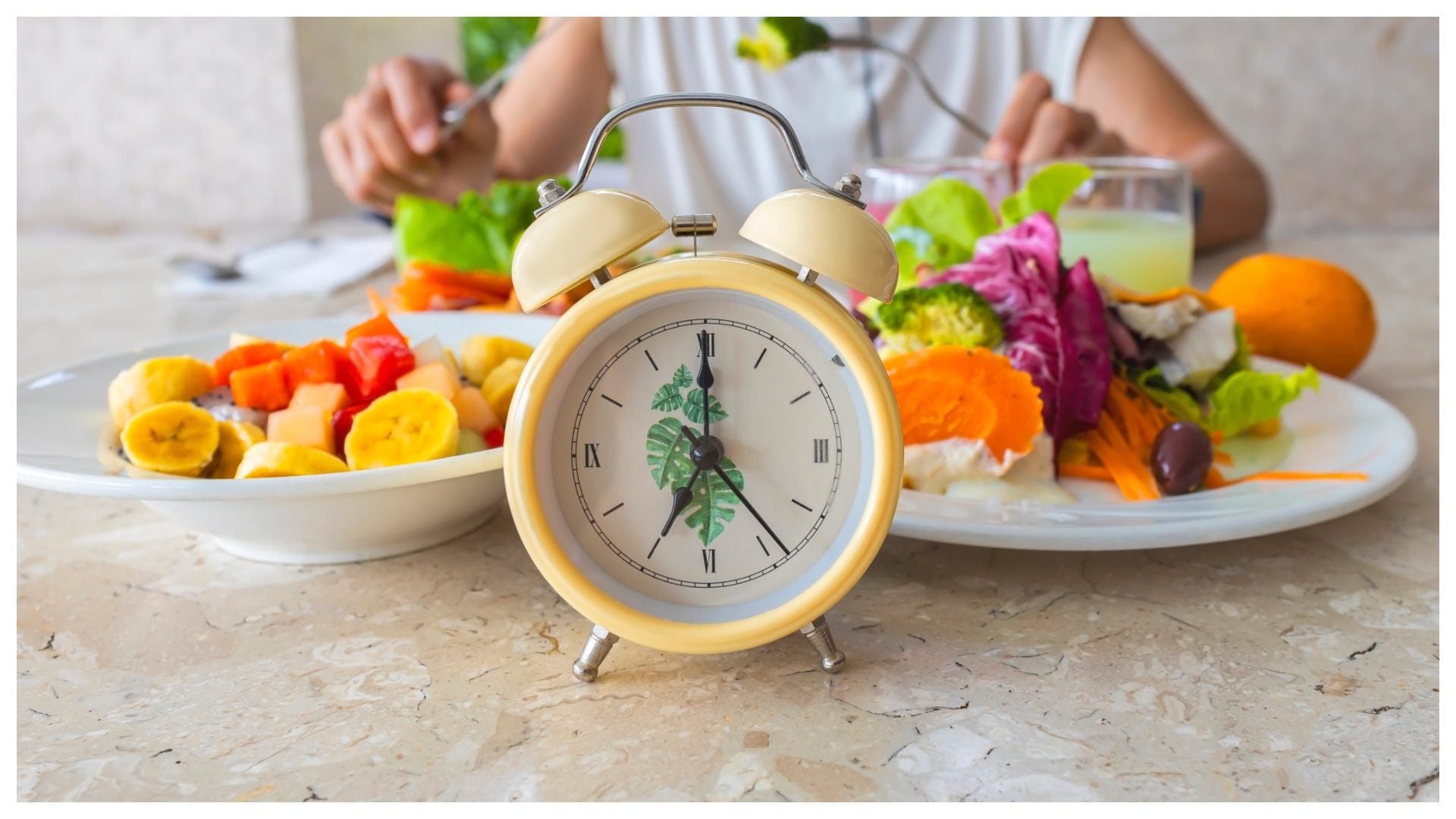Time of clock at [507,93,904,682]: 7:00
